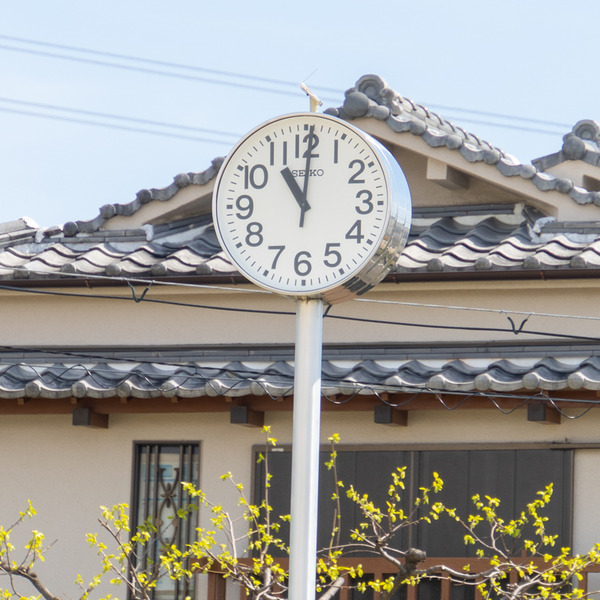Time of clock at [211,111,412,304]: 11:00
